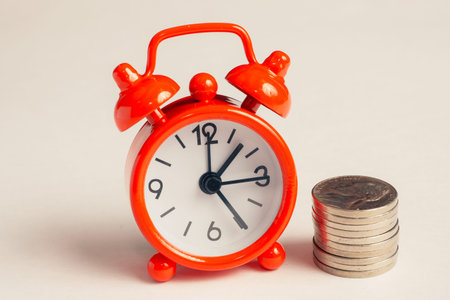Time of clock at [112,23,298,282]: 1:24
